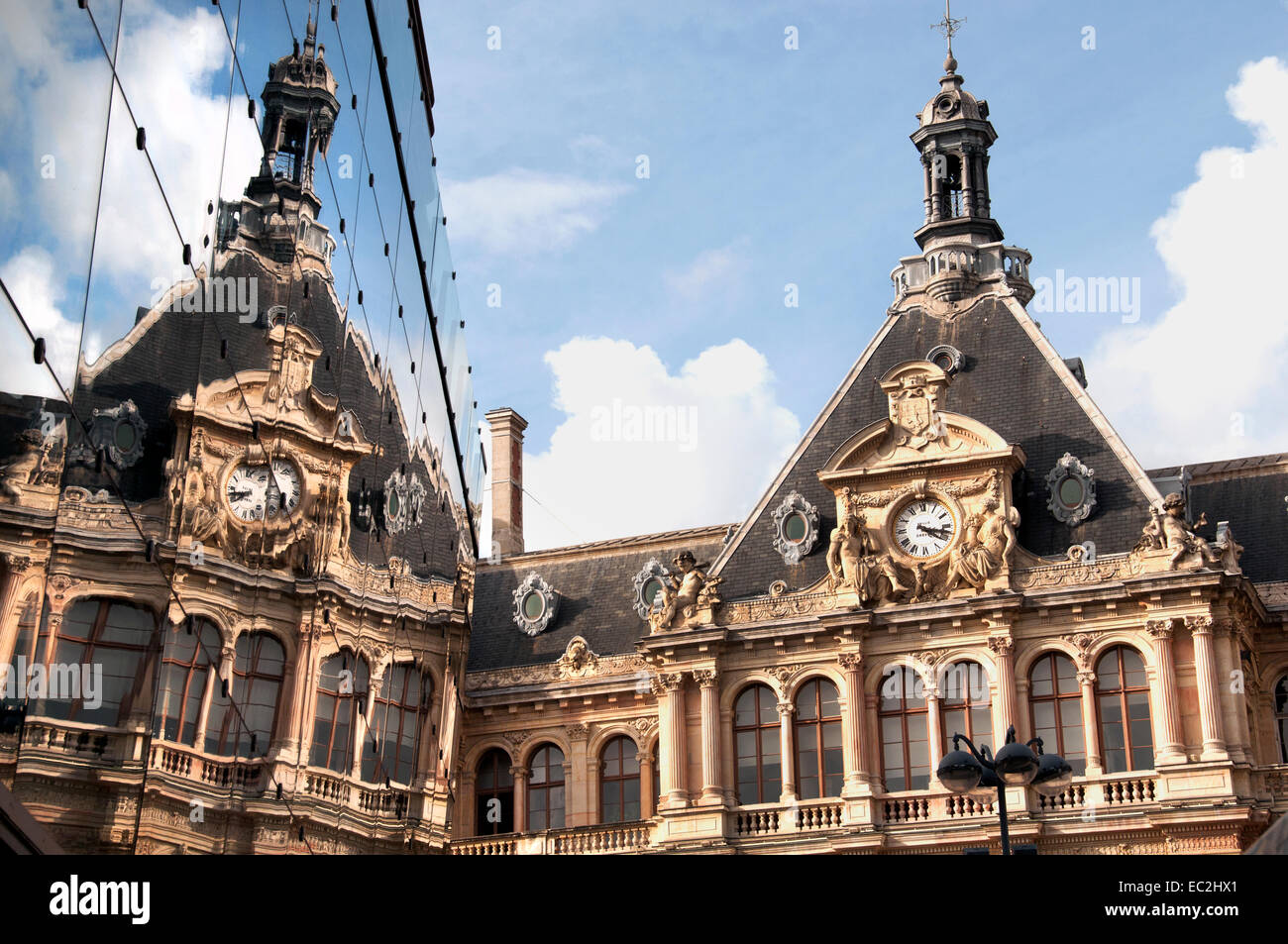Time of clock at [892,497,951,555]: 4:17
